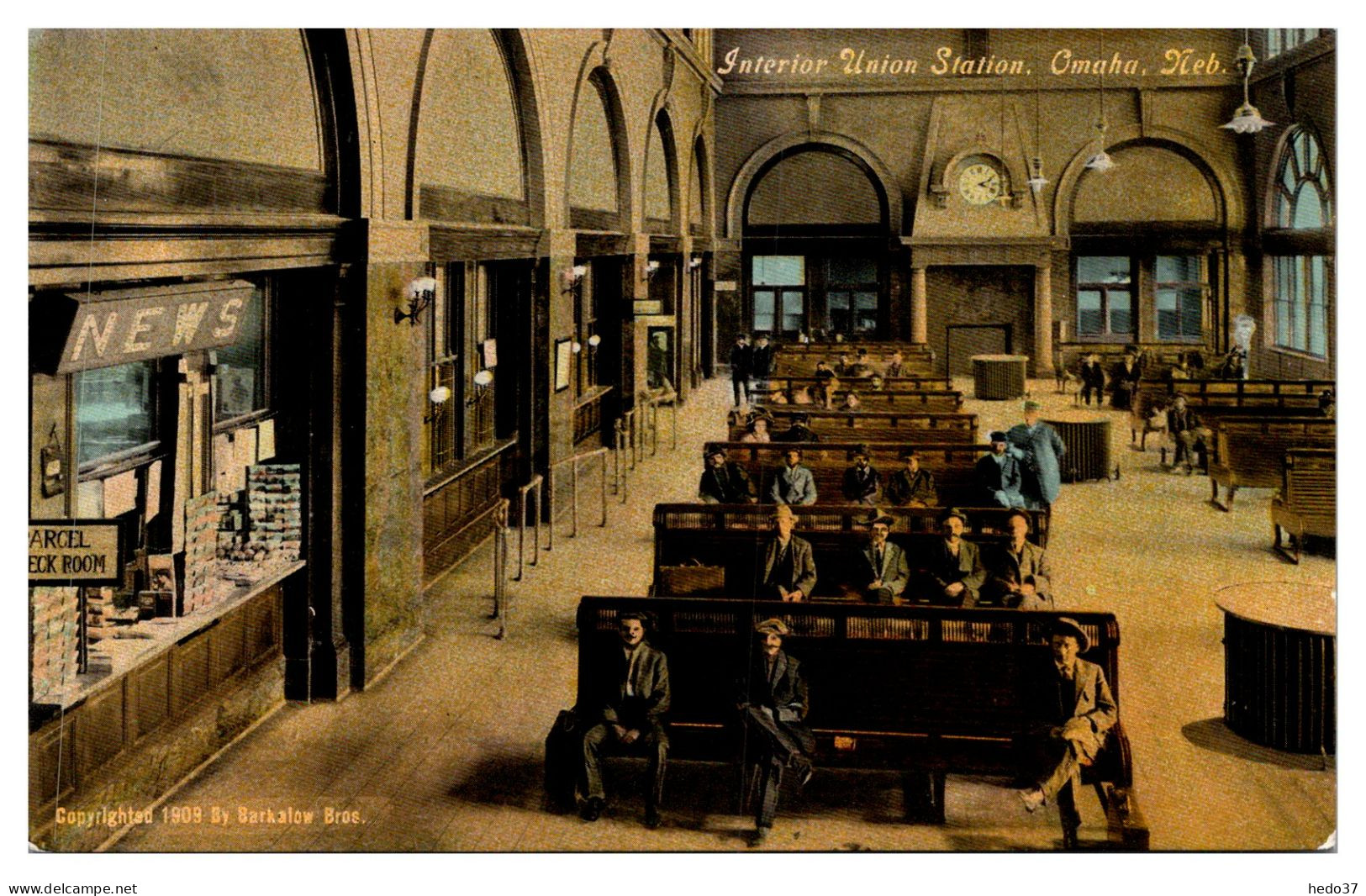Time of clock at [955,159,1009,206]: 2:18
